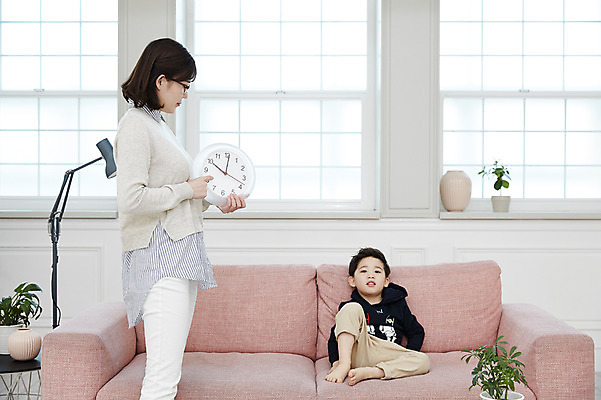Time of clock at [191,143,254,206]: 10:01
